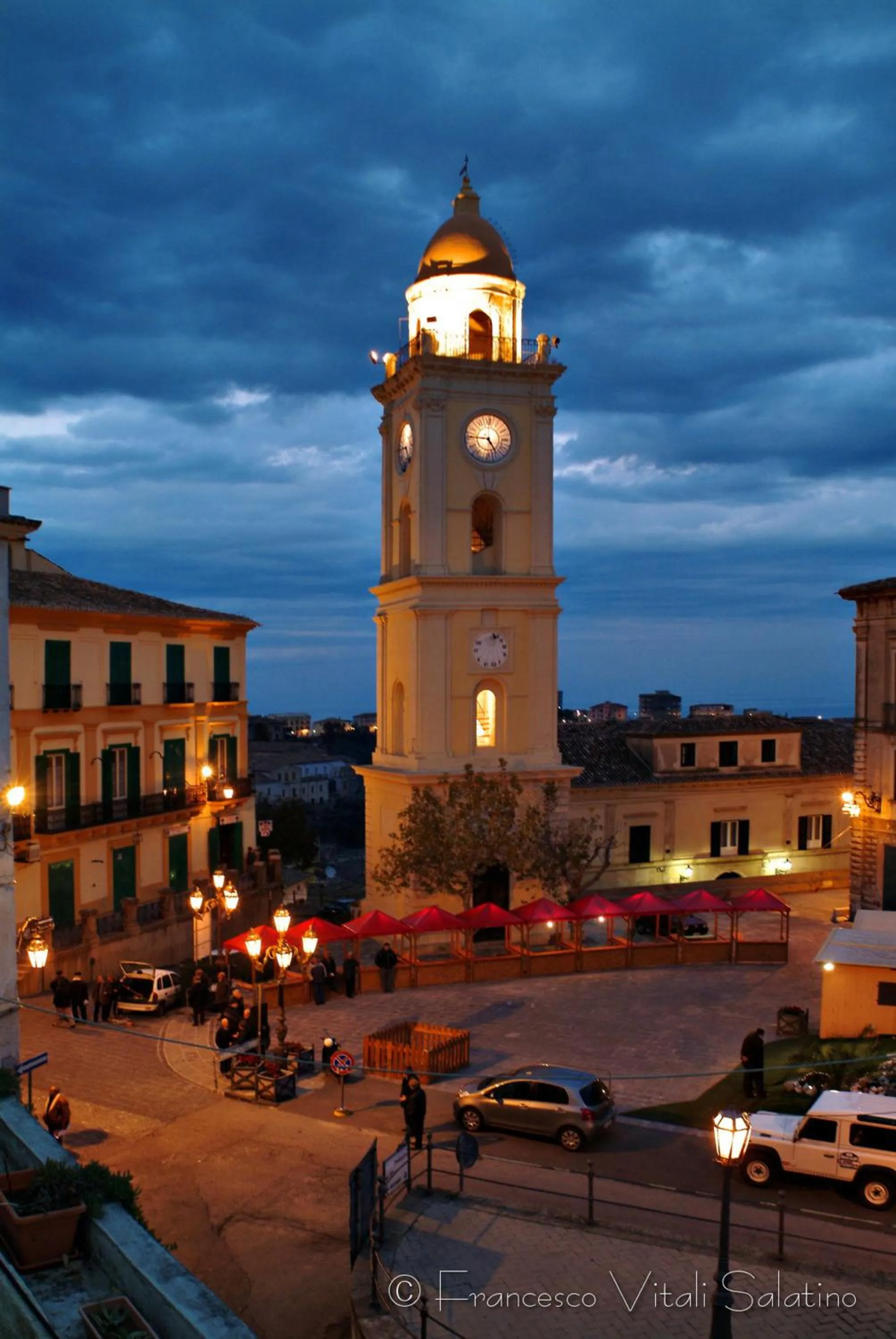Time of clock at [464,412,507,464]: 4:45
